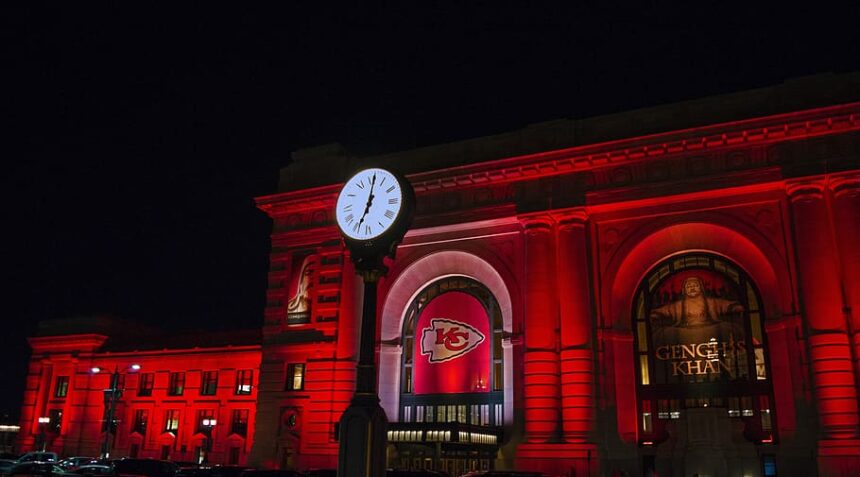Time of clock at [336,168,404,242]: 7:01
